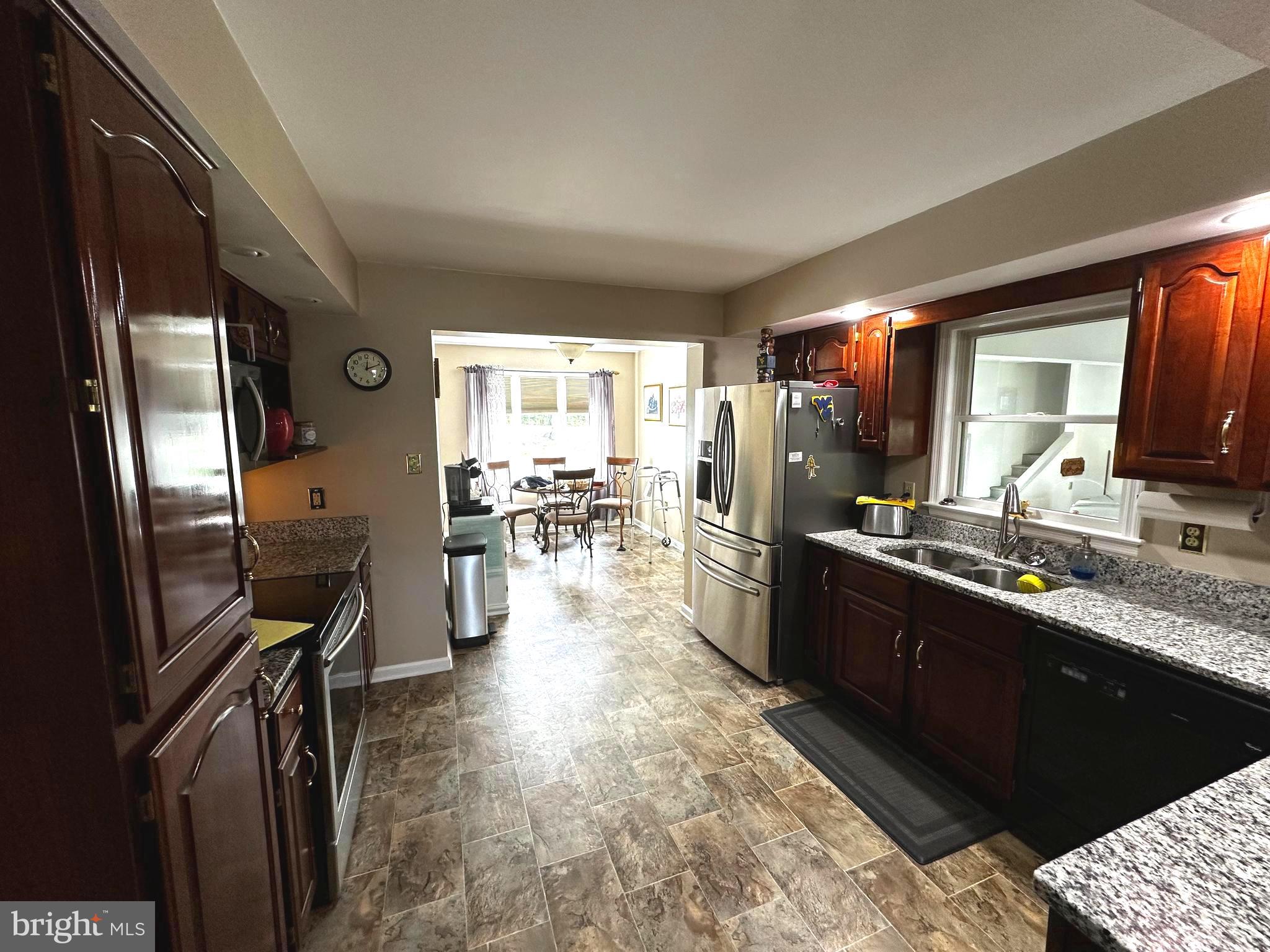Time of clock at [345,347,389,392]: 12:11
